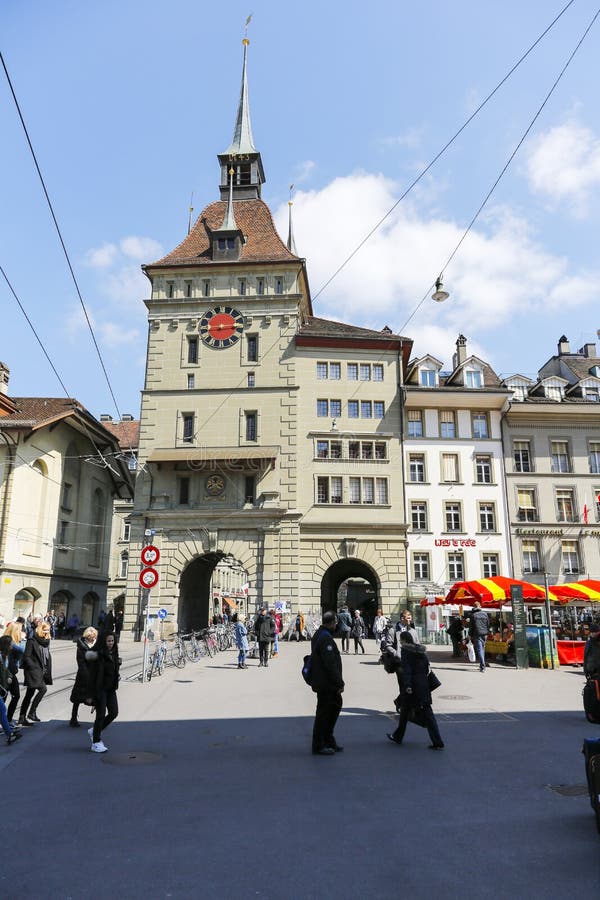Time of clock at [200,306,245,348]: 2:44
